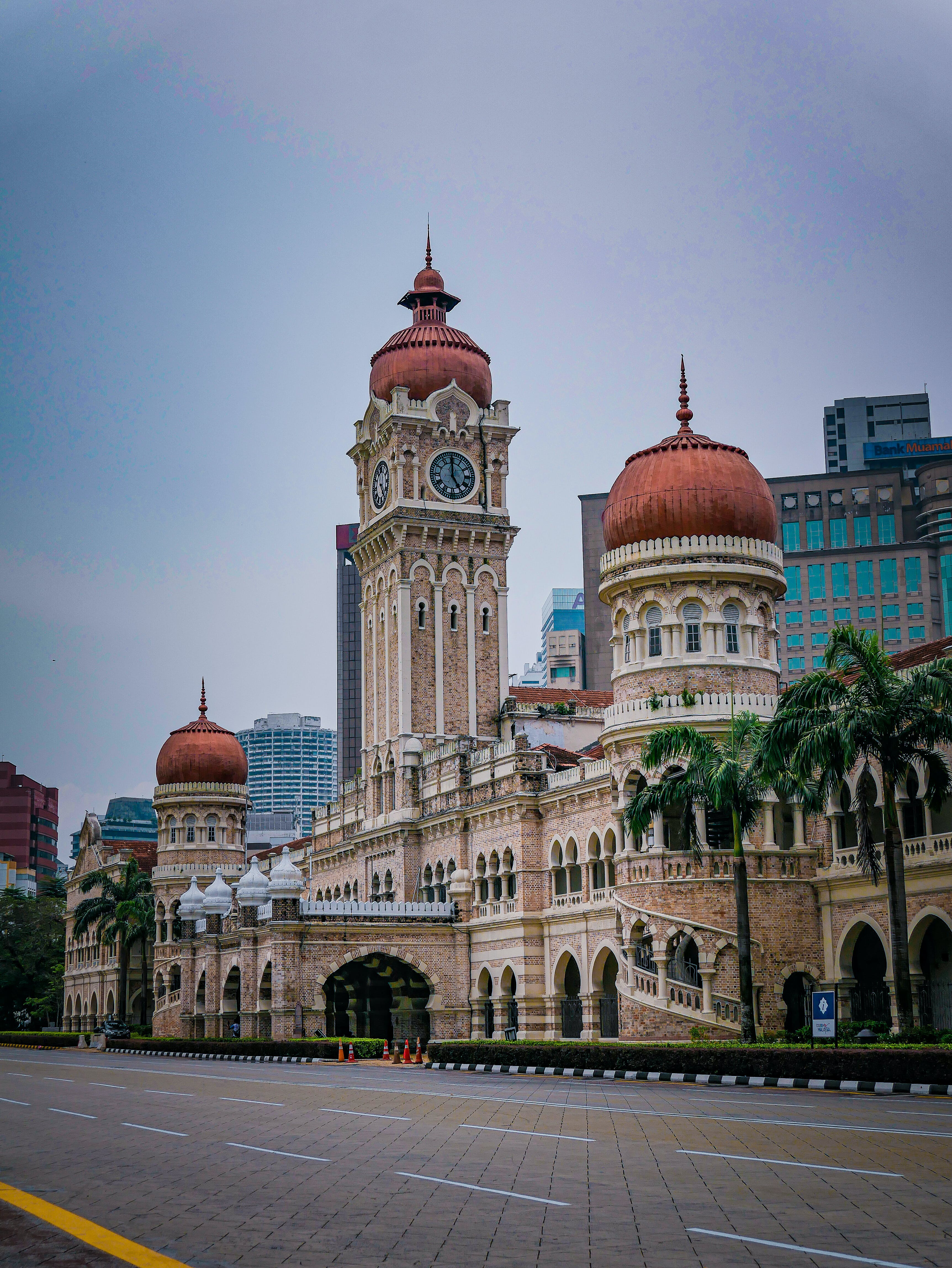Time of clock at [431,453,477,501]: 4:59
